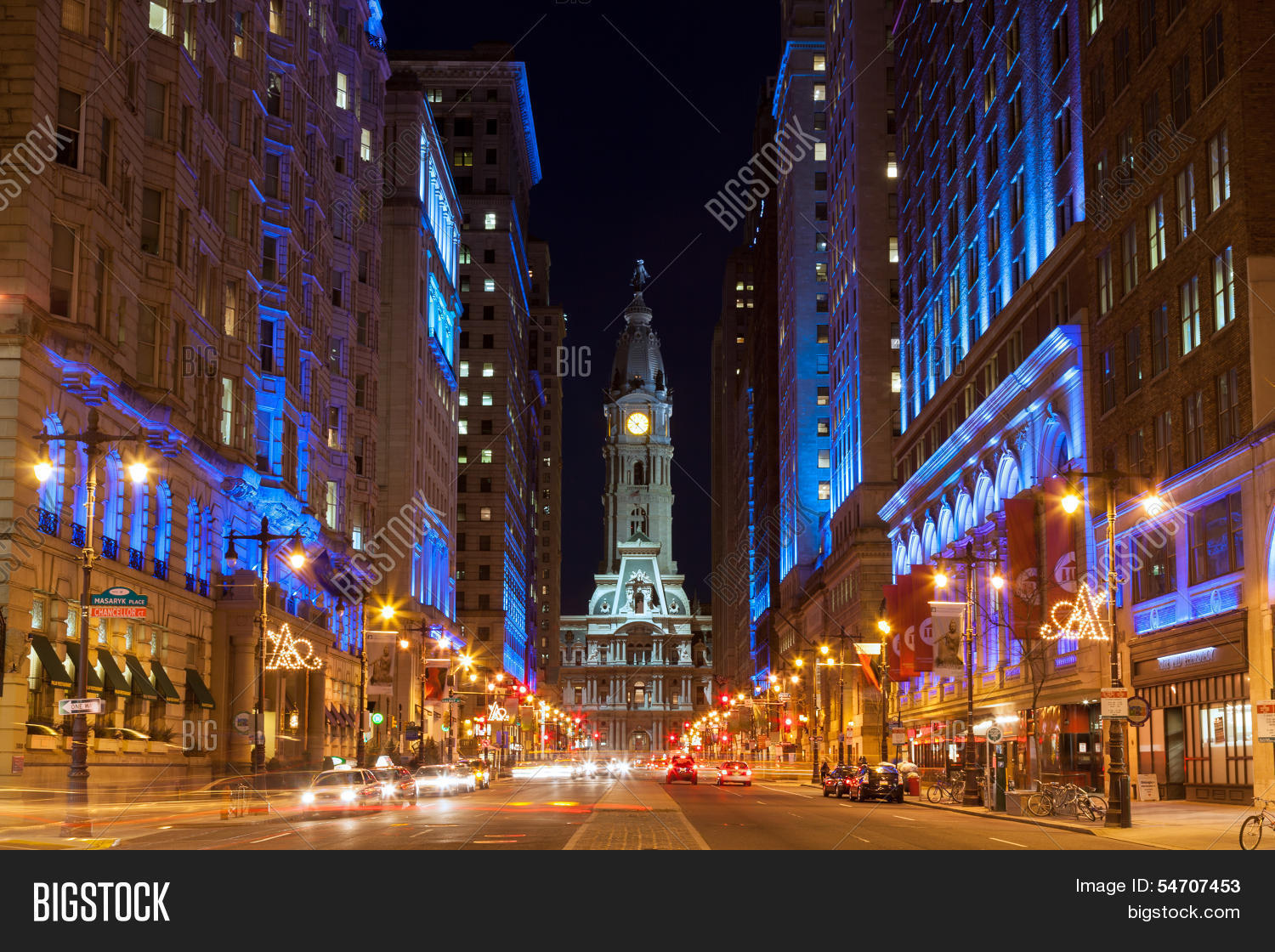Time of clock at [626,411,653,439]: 6:50
